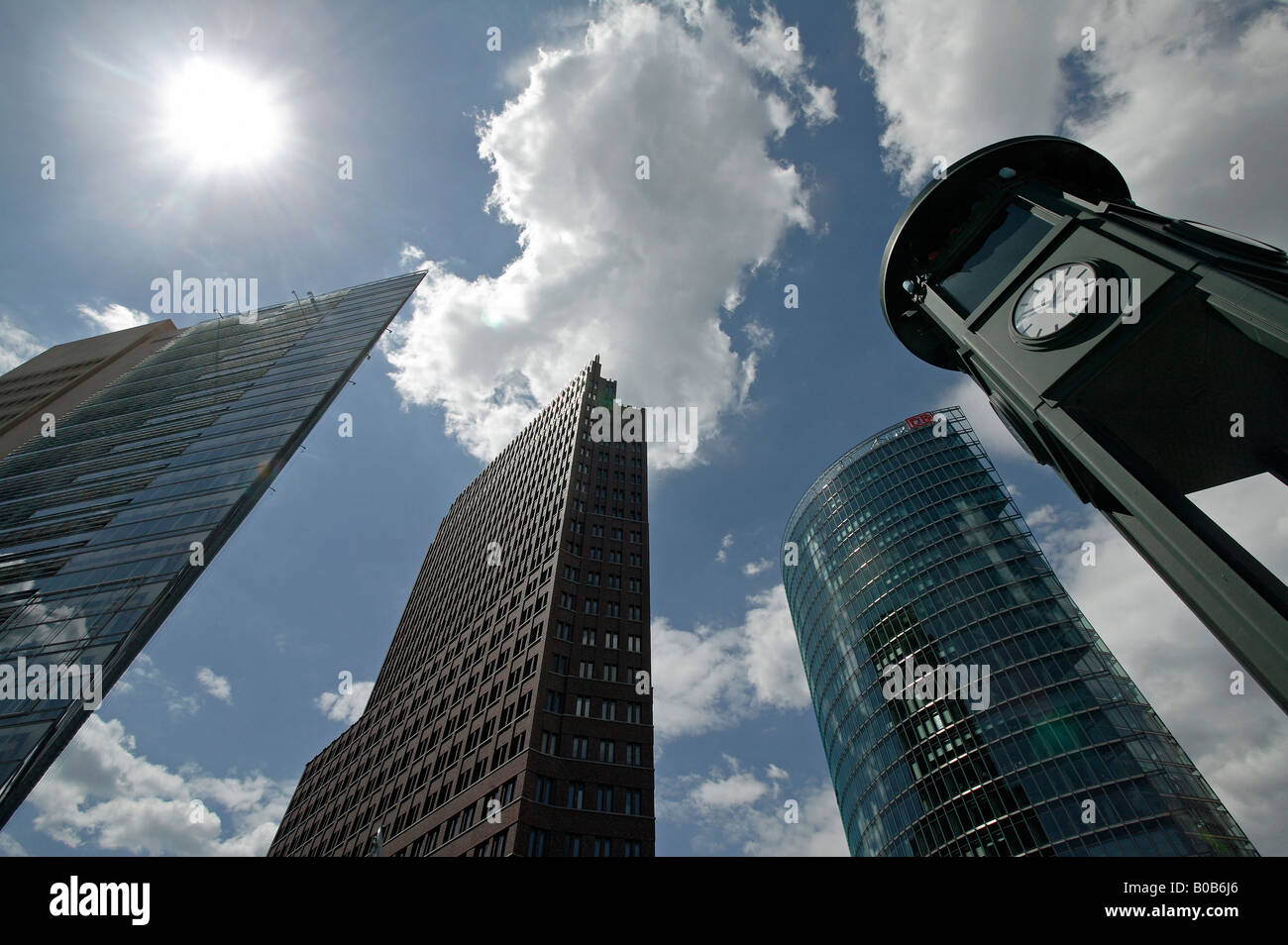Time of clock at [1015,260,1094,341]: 11:41
